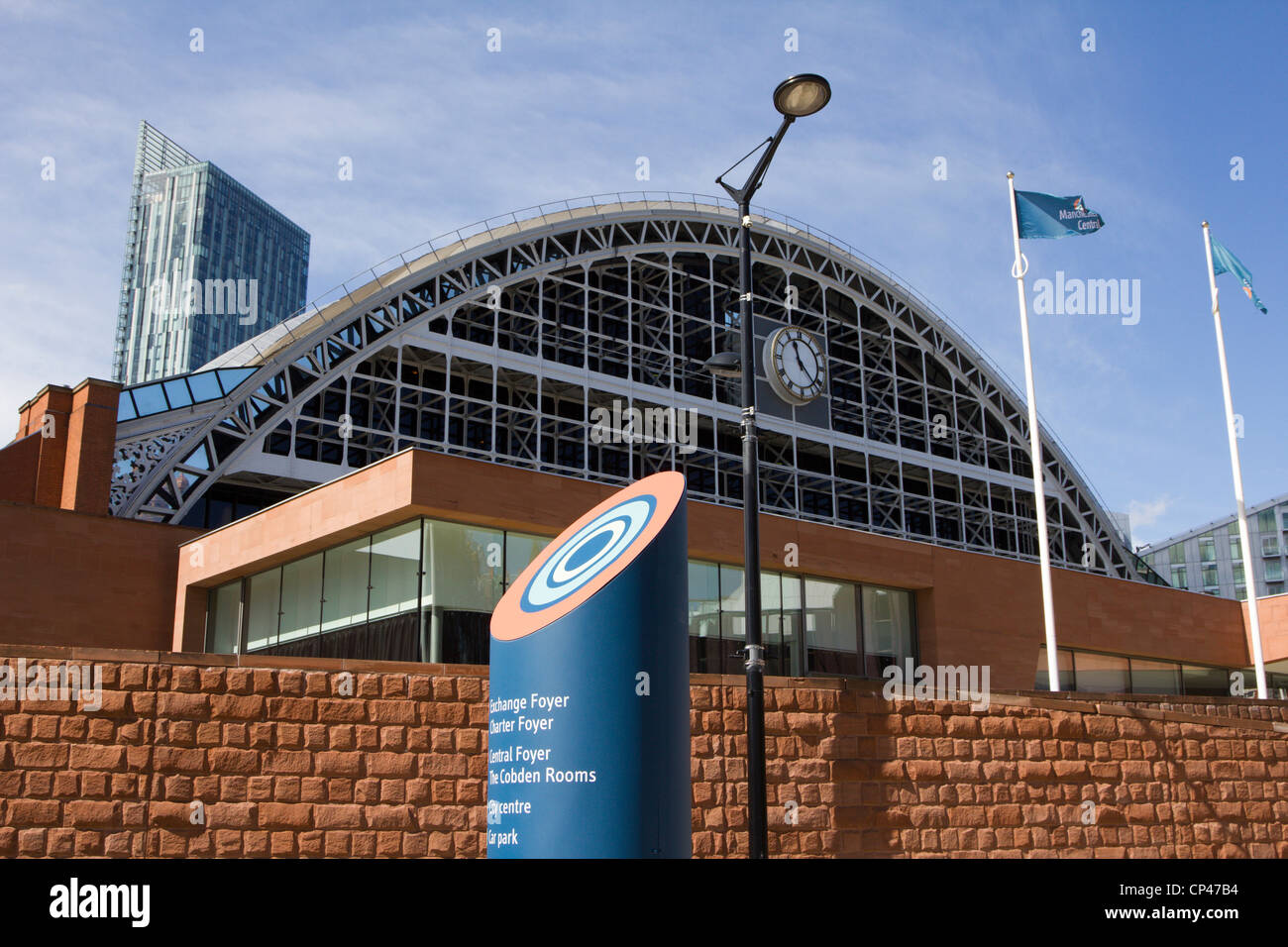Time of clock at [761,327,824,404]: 11:22
